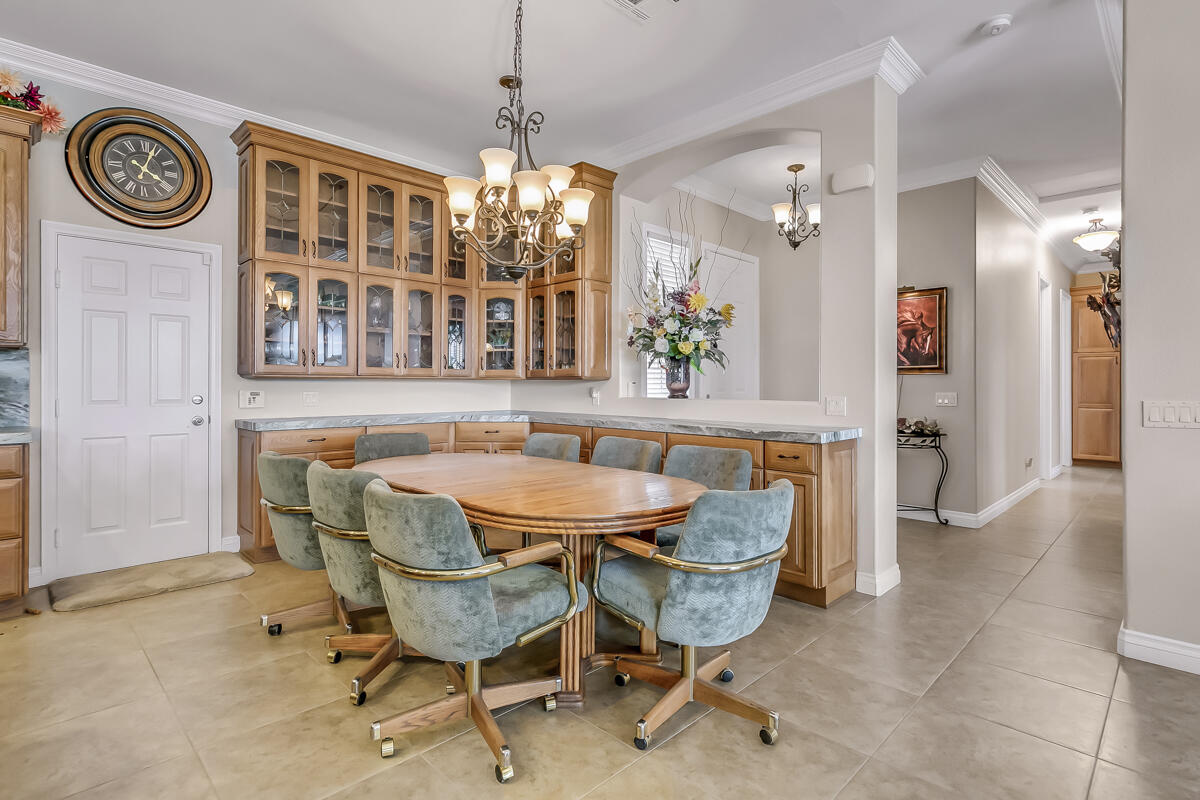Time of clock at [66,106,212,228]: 4:03
